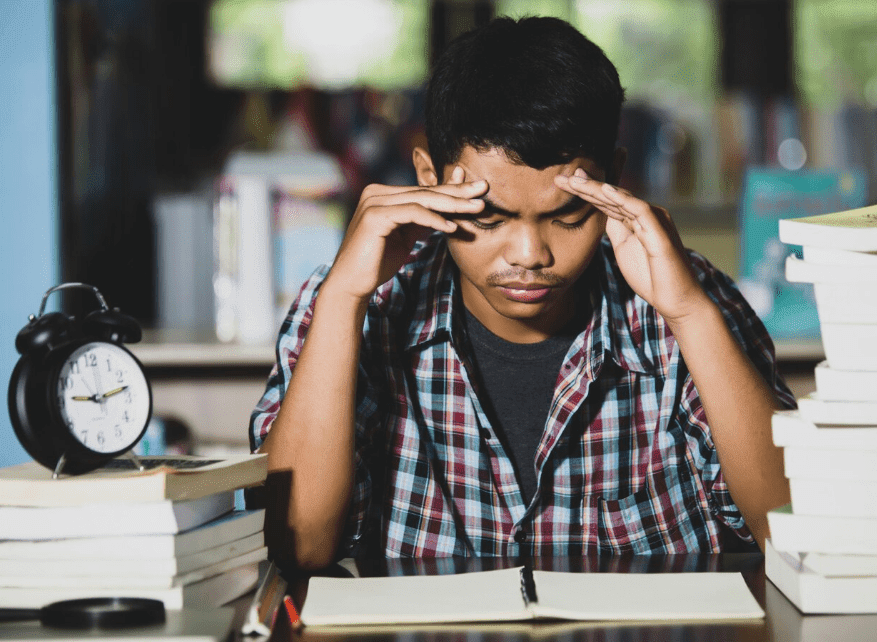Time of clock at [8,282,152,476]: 9:12
